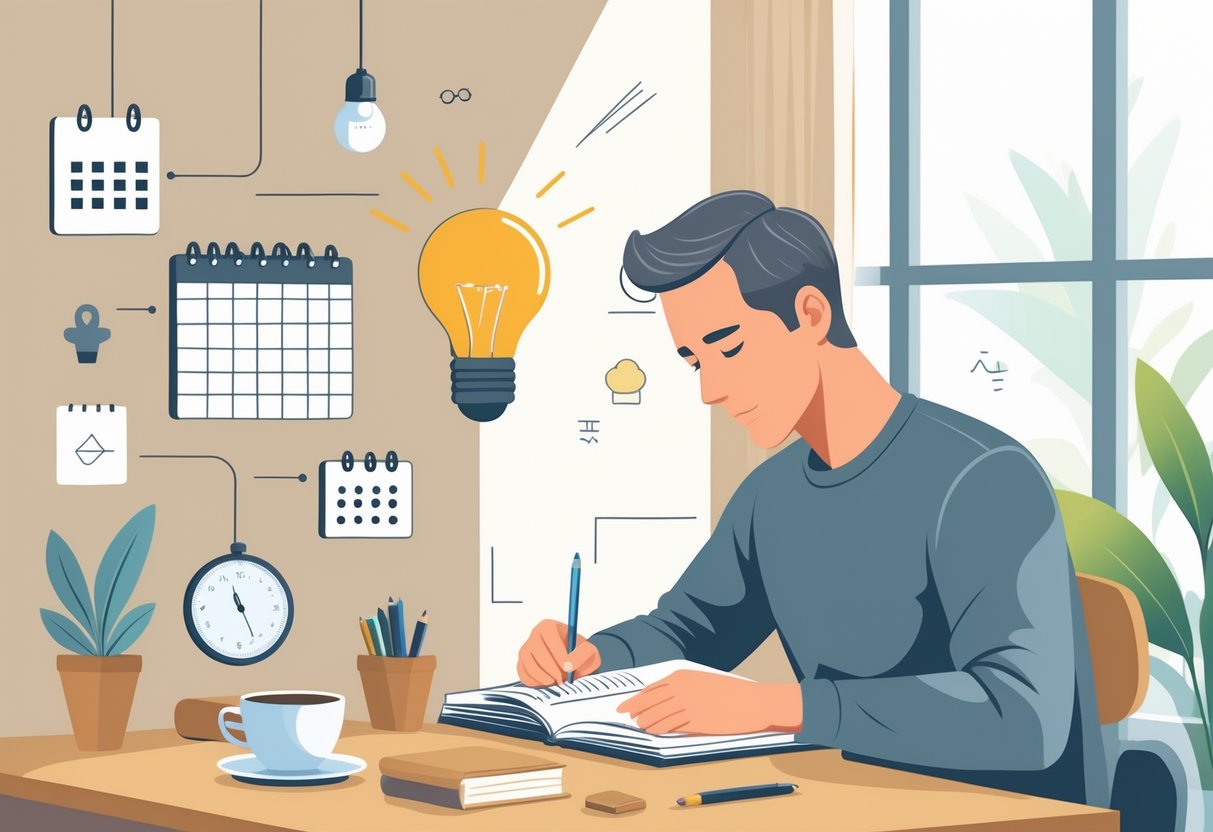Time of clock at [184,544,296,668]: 11:25
